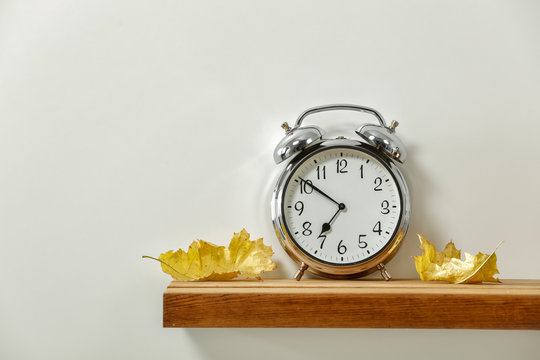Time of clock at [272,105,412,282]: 6:50
